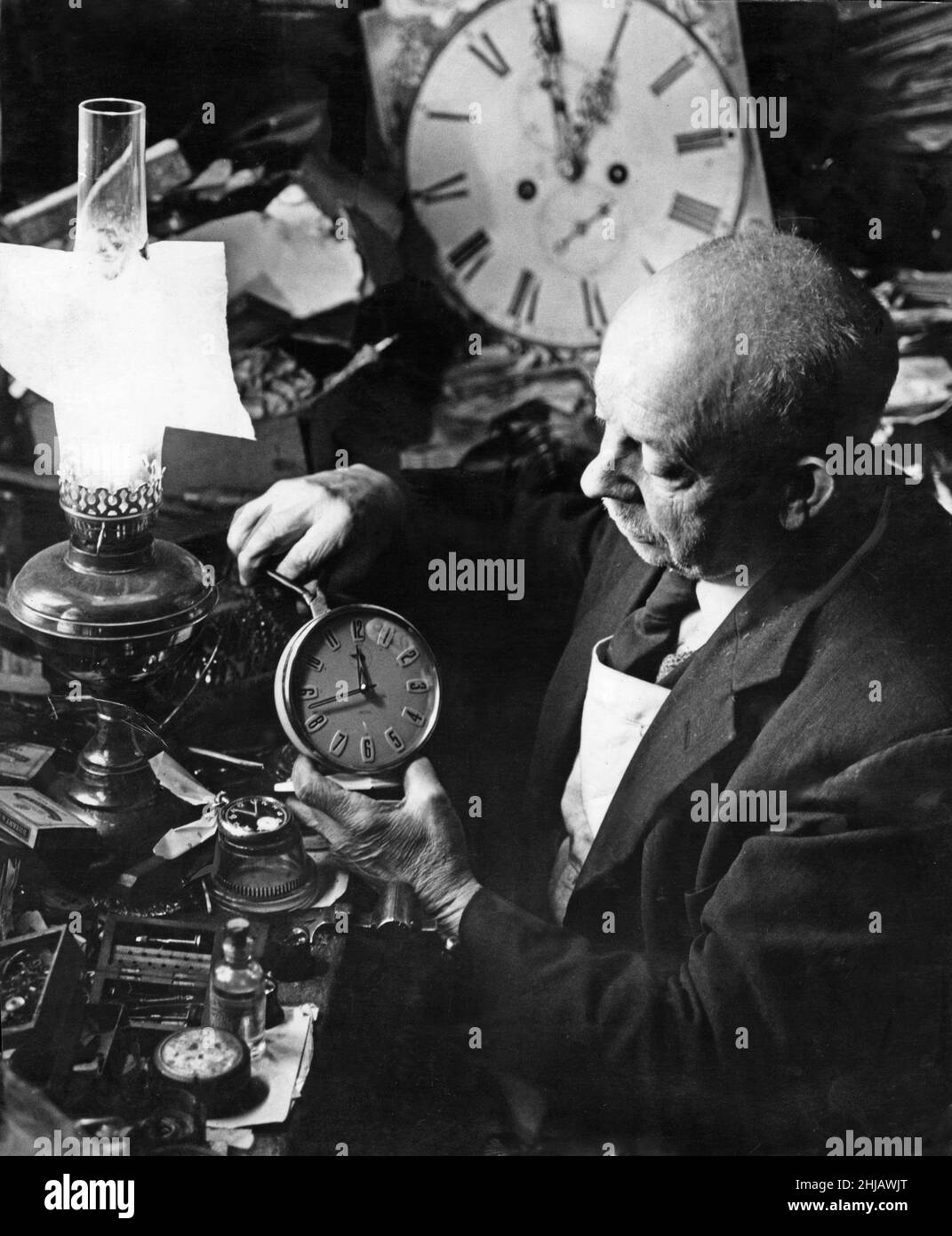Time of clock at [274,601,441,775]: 11:42
